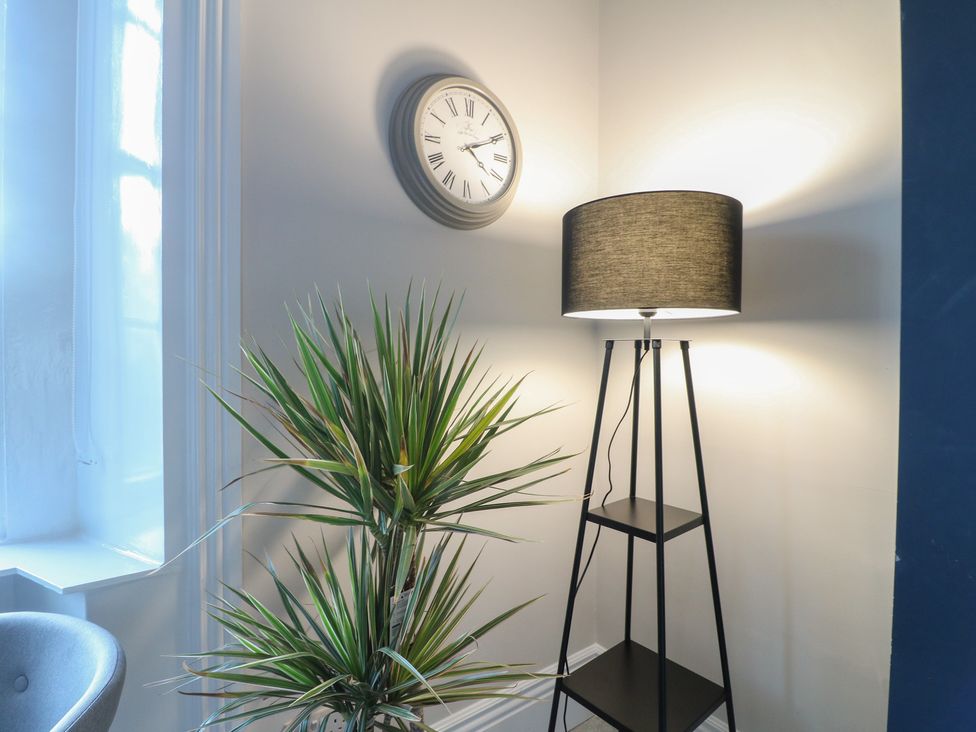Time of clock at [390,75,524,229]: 4:10
